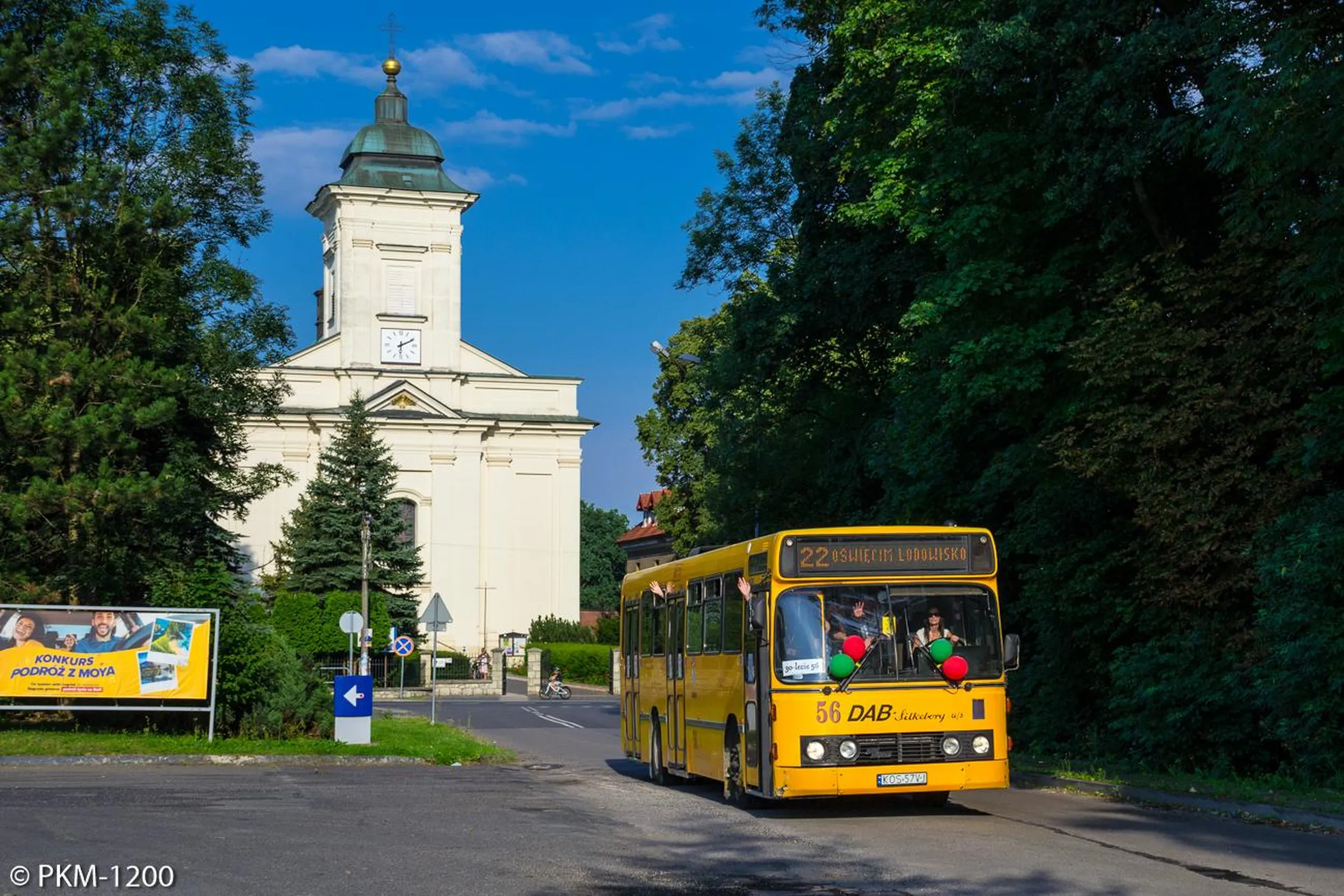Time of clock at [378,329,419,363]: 6:10
